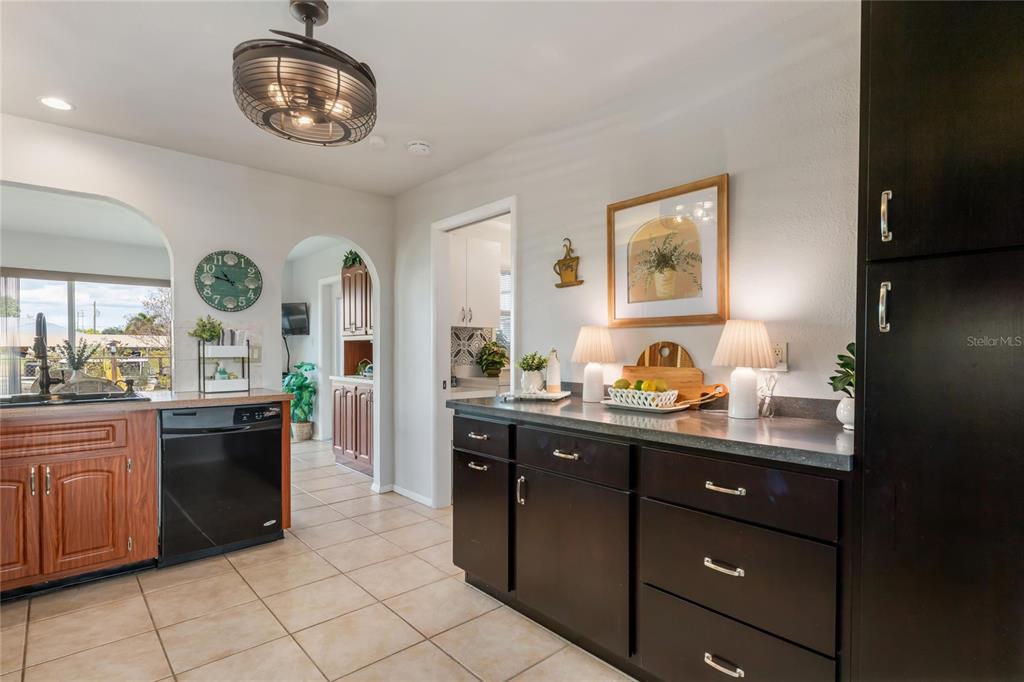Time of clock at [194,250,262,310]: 10:47
